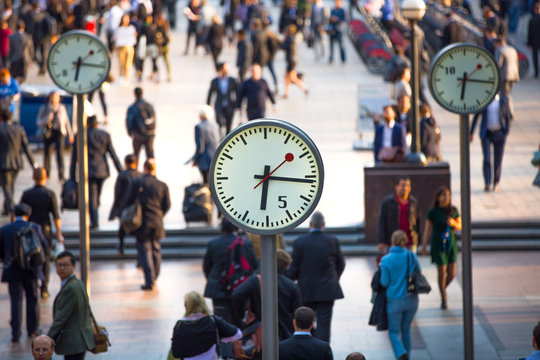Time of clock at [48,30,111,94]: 6:16
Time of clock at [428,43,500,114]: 6:16
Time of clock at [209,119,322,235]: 6:16
